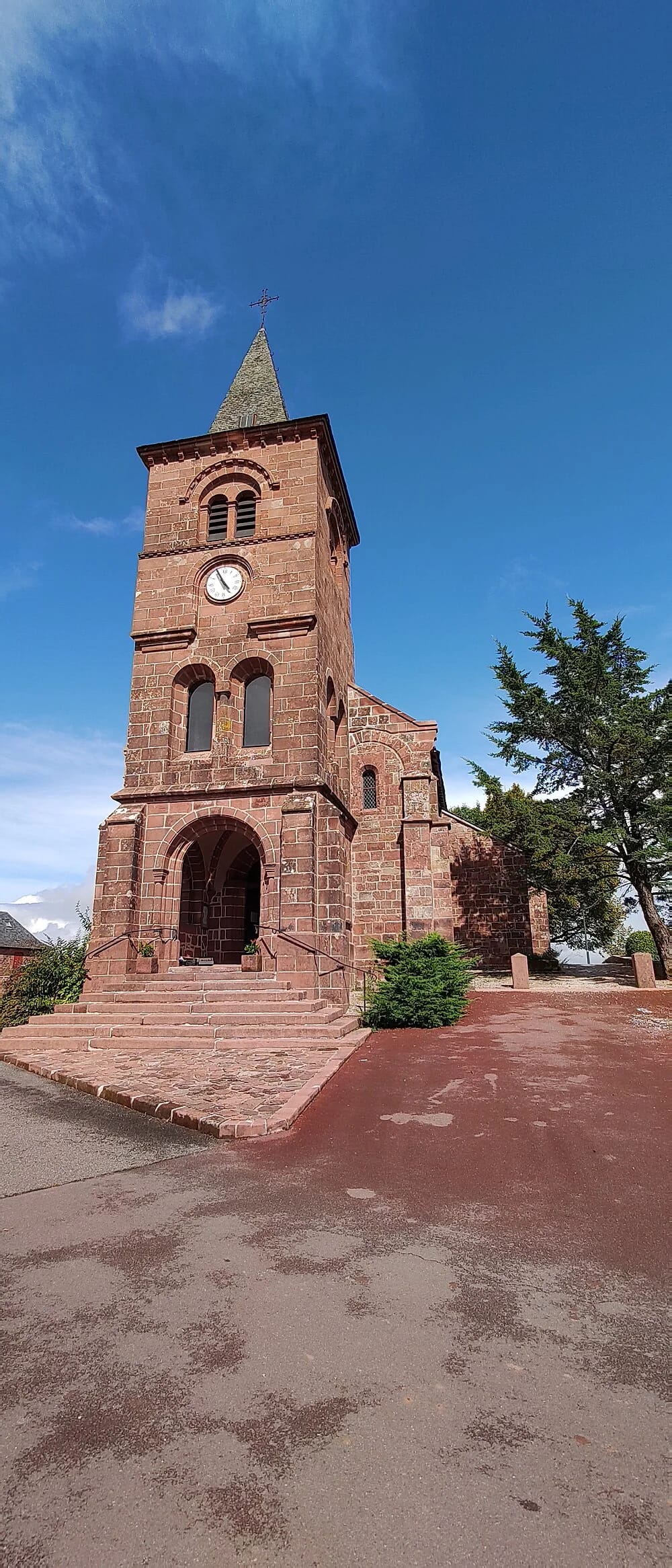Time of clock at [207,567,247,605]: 4:55
